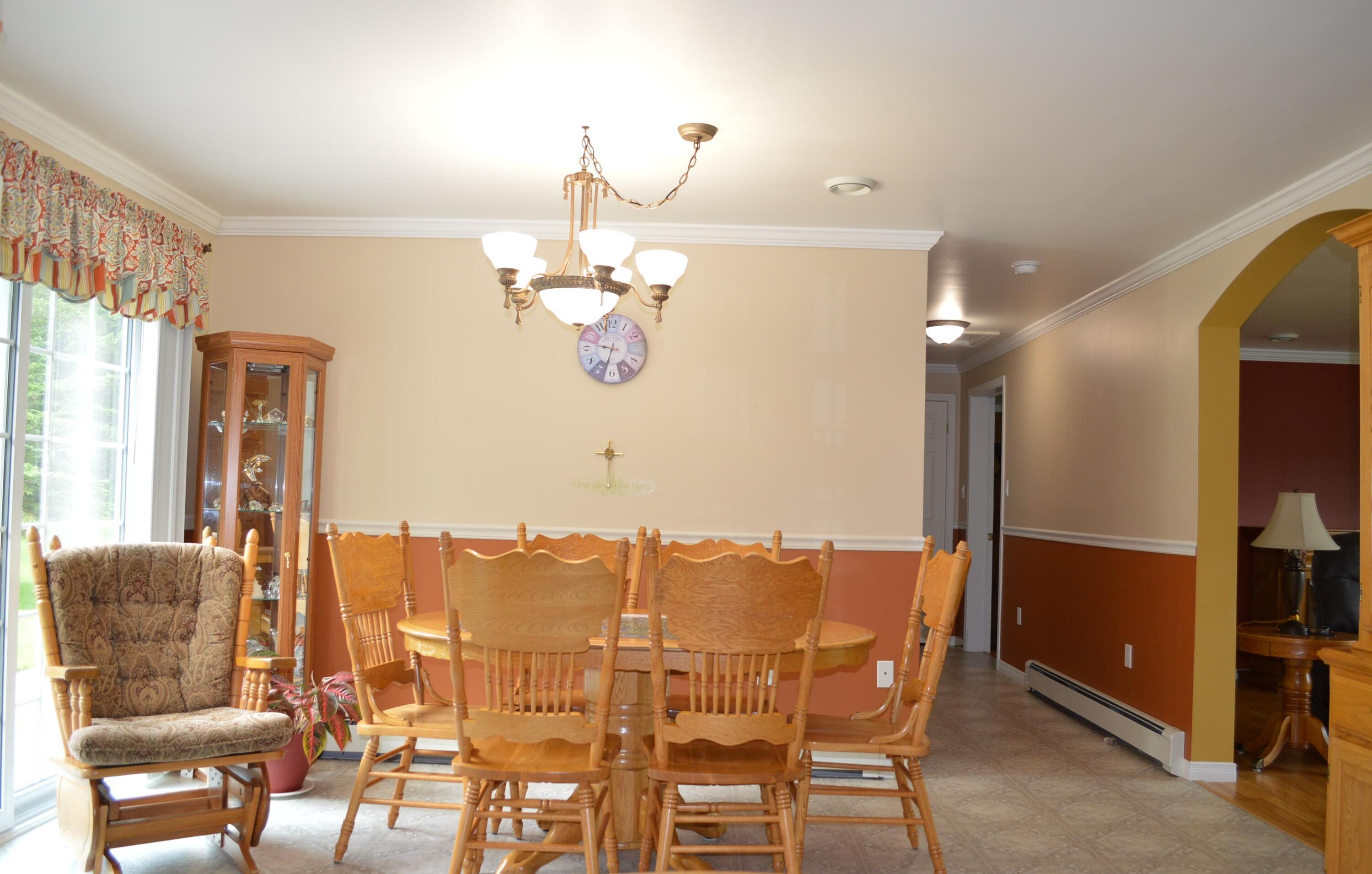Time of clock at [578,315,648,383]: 9:33
